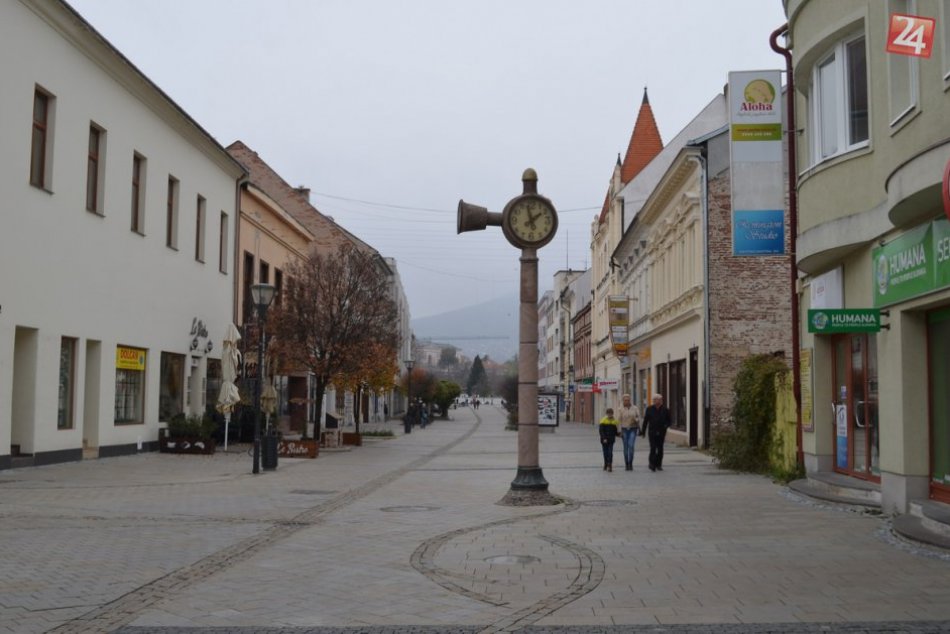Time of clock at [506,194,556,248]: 1:57
